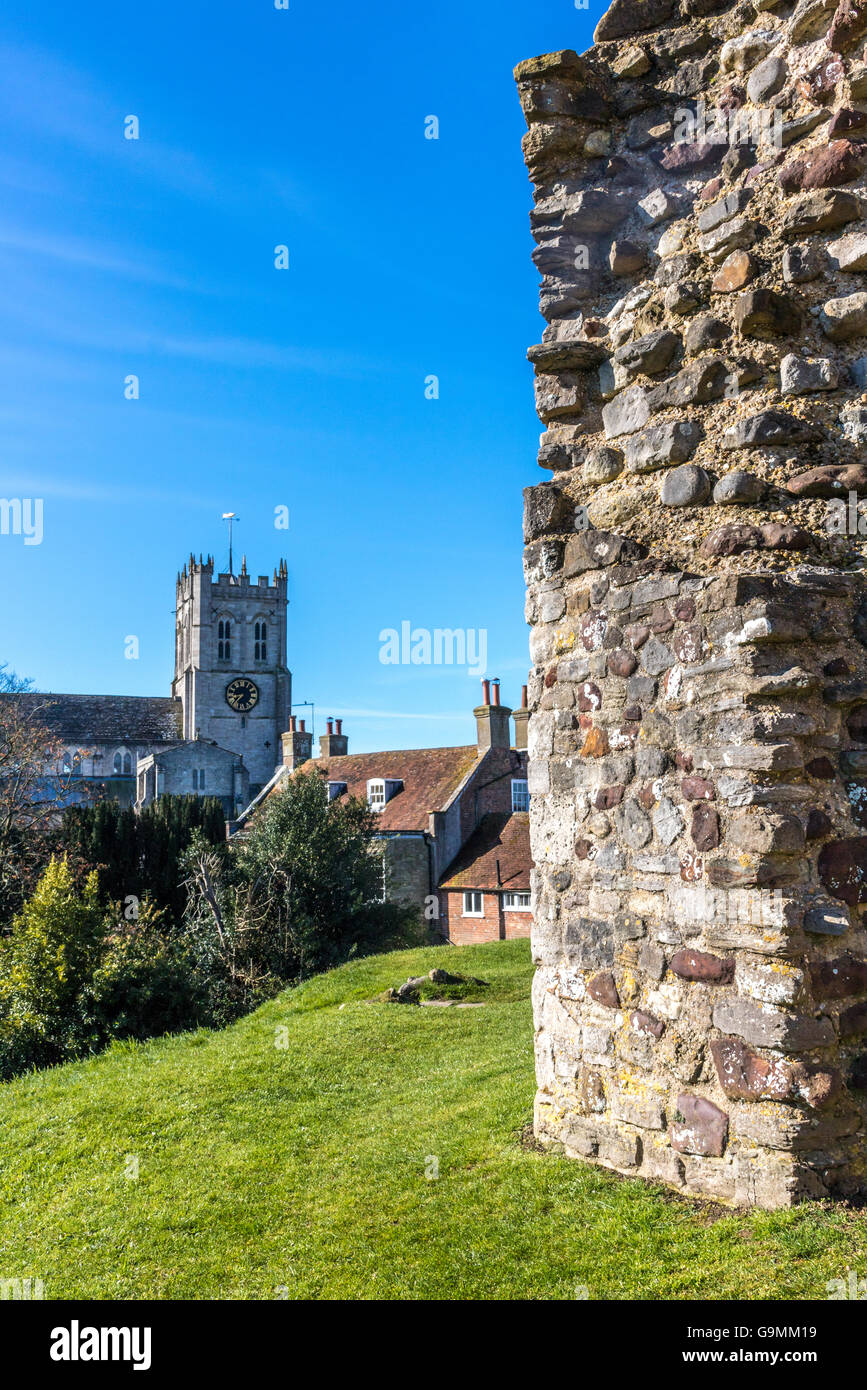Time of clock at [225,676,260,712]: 8:37
